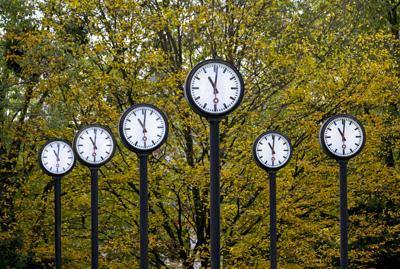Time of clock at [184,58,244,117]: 11:01
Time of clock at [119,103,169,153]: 11:01
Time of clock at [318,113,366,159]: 11:01
